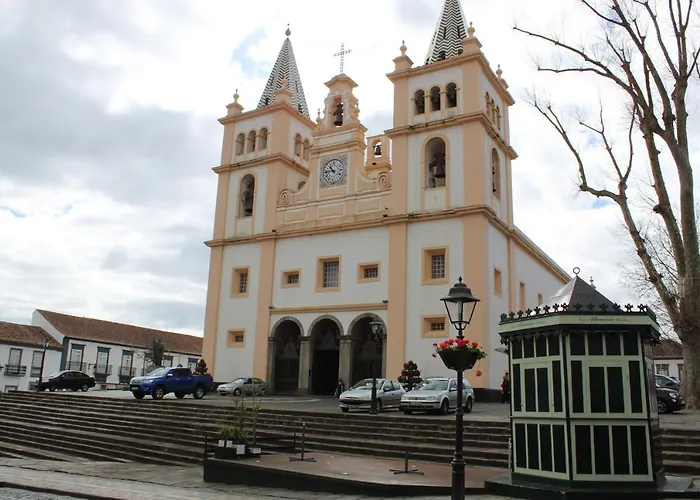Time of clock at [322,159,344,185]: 10:45
